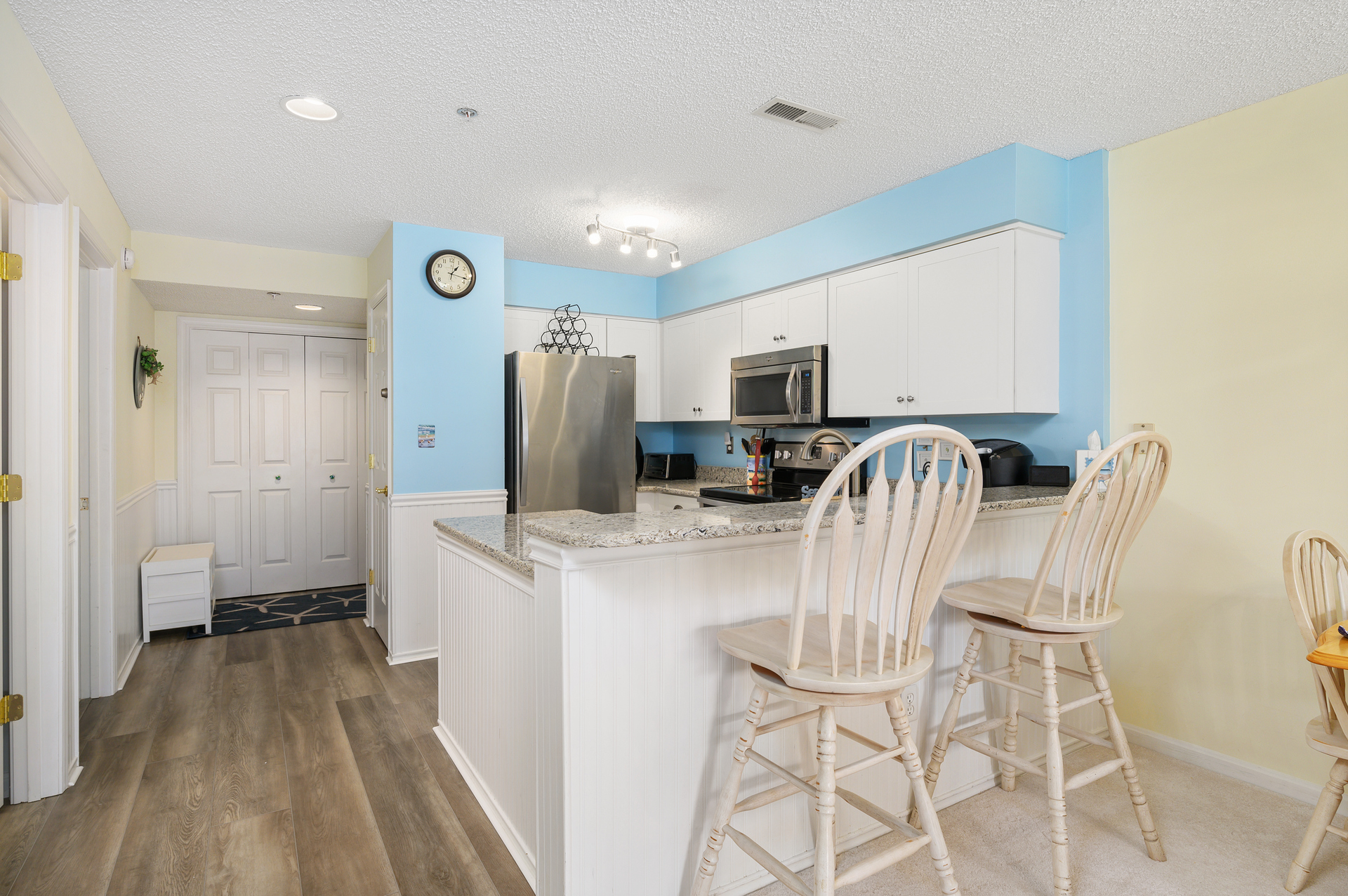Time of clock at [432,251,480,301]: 1:17
